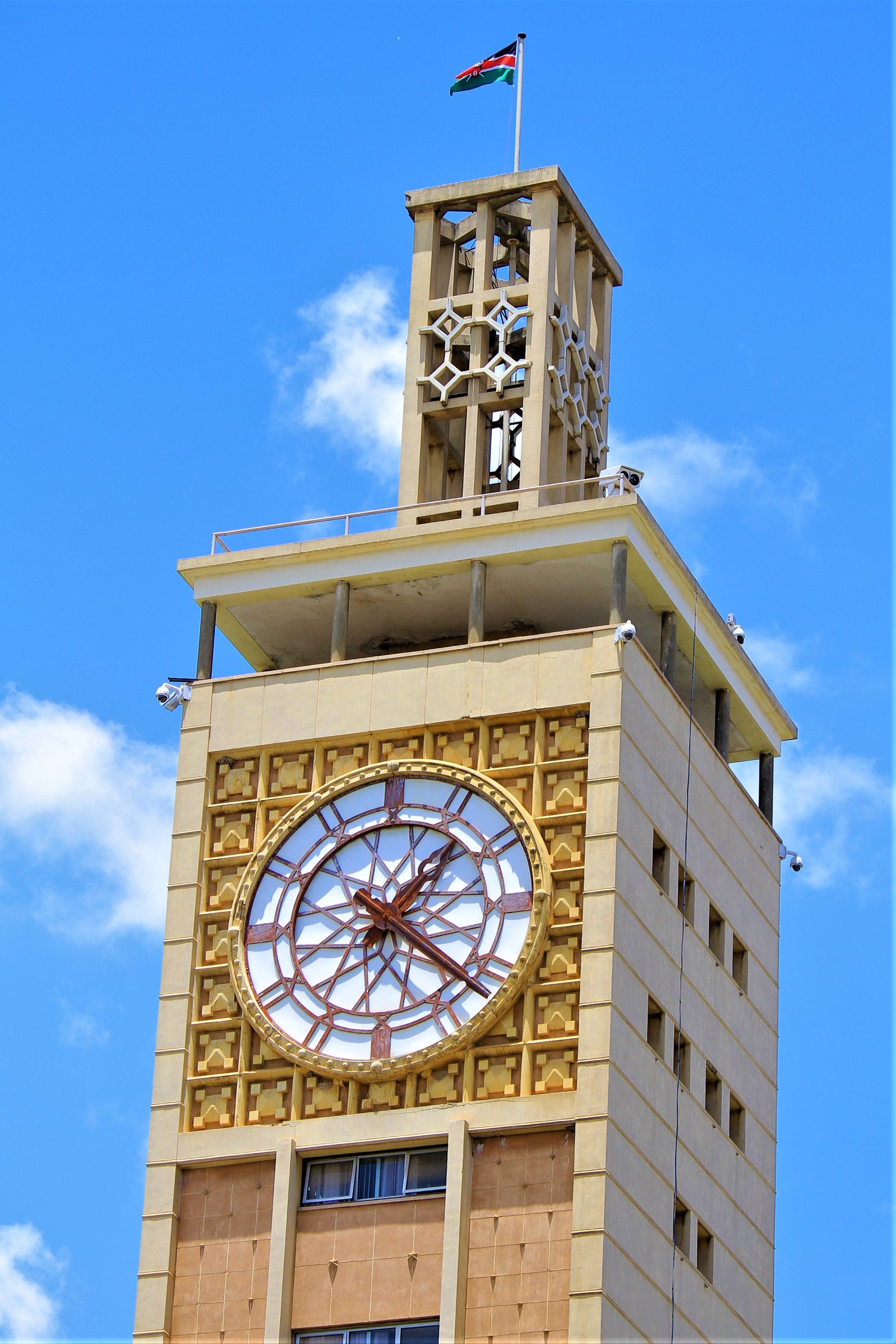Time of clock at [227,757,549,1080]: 1:21
